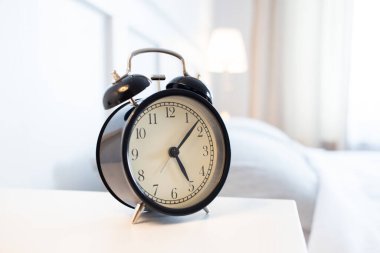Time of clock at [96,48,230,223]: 5:07
